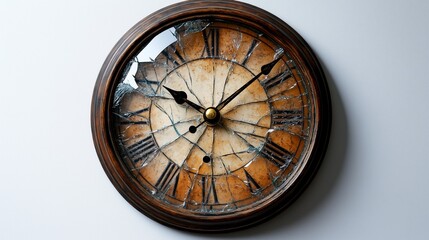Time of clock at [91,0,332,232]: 10:07
